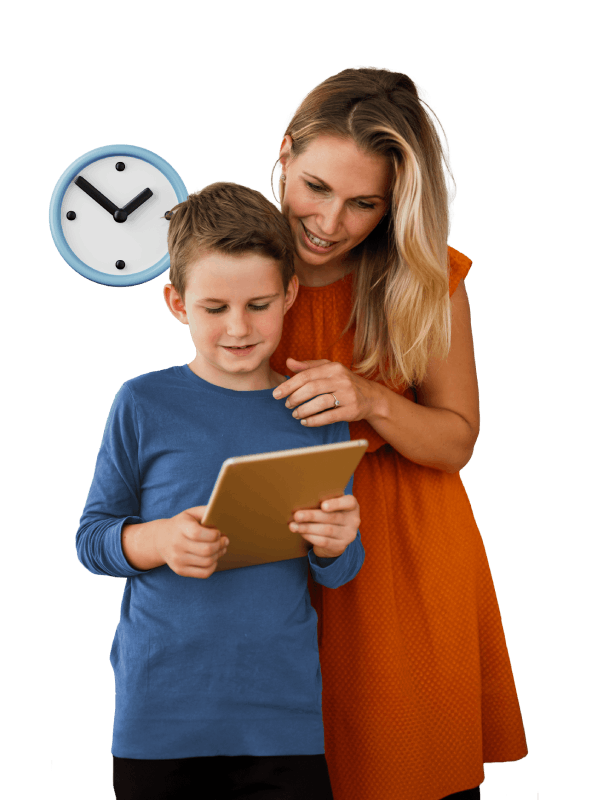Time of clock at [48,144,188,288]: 1:51
